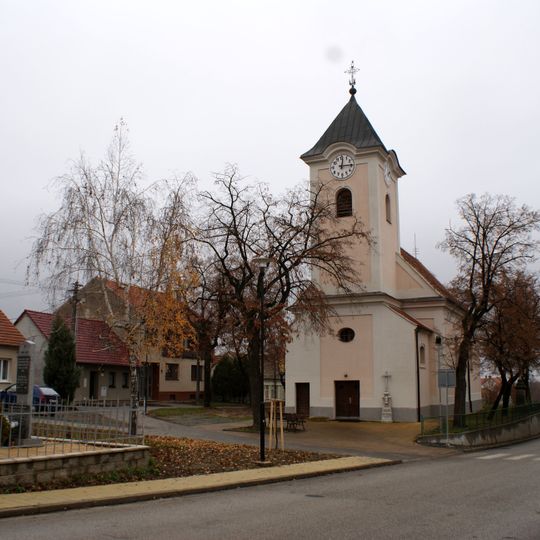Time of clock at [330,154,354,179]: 12:14
